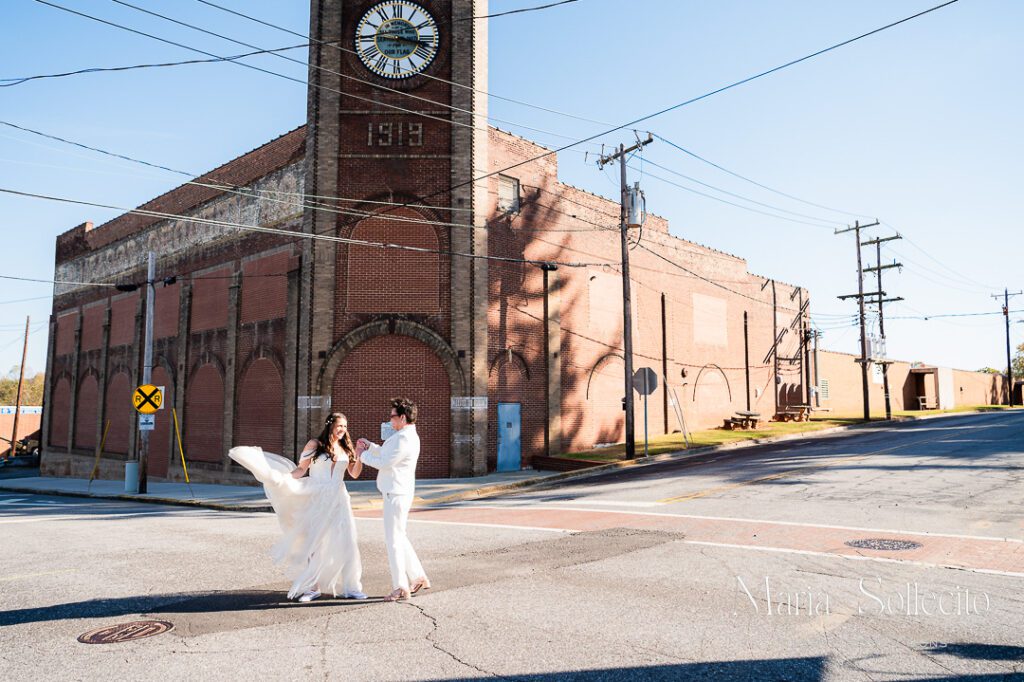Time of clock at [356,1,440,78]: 9:16
